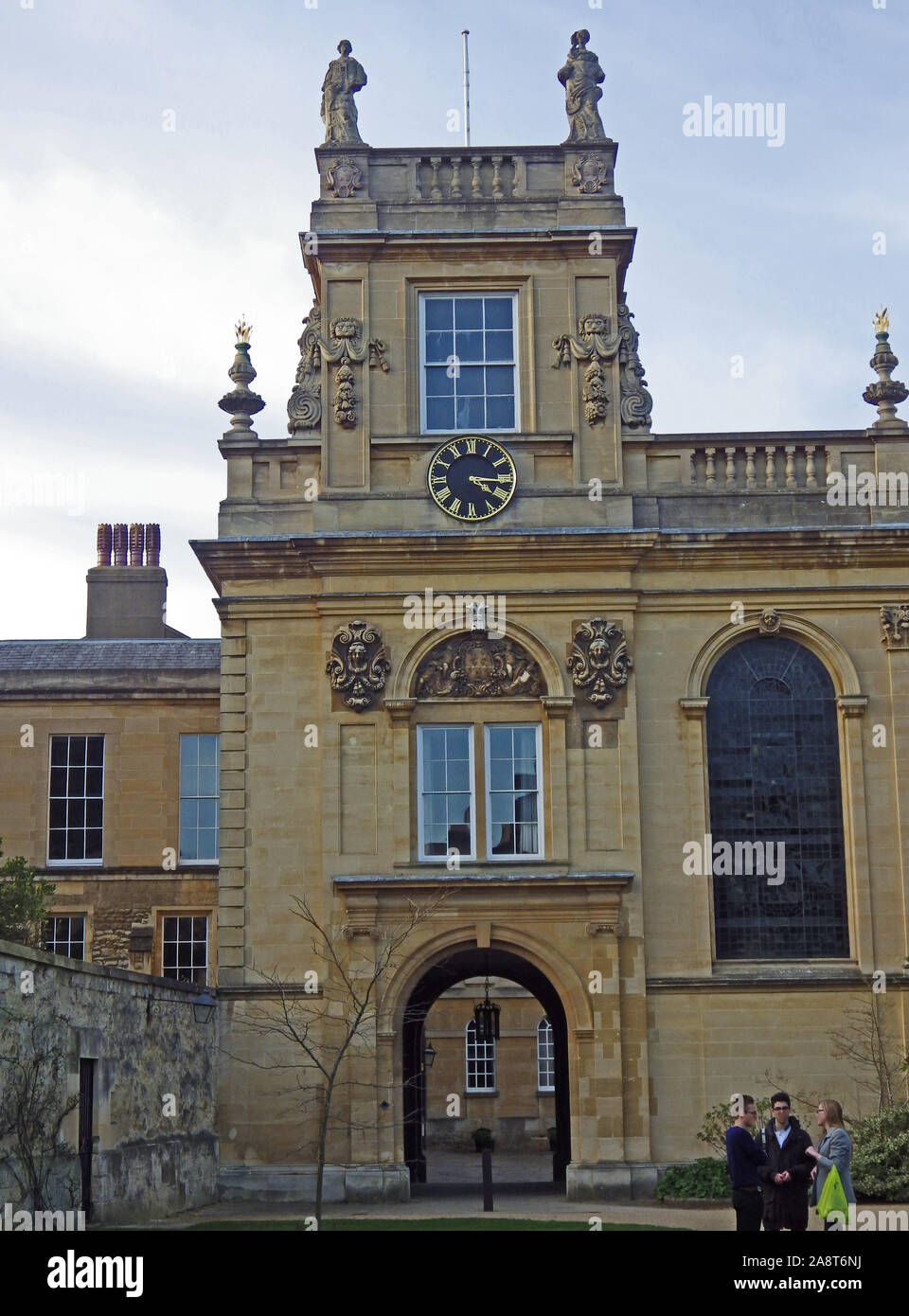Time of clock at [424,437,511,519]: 4:15
